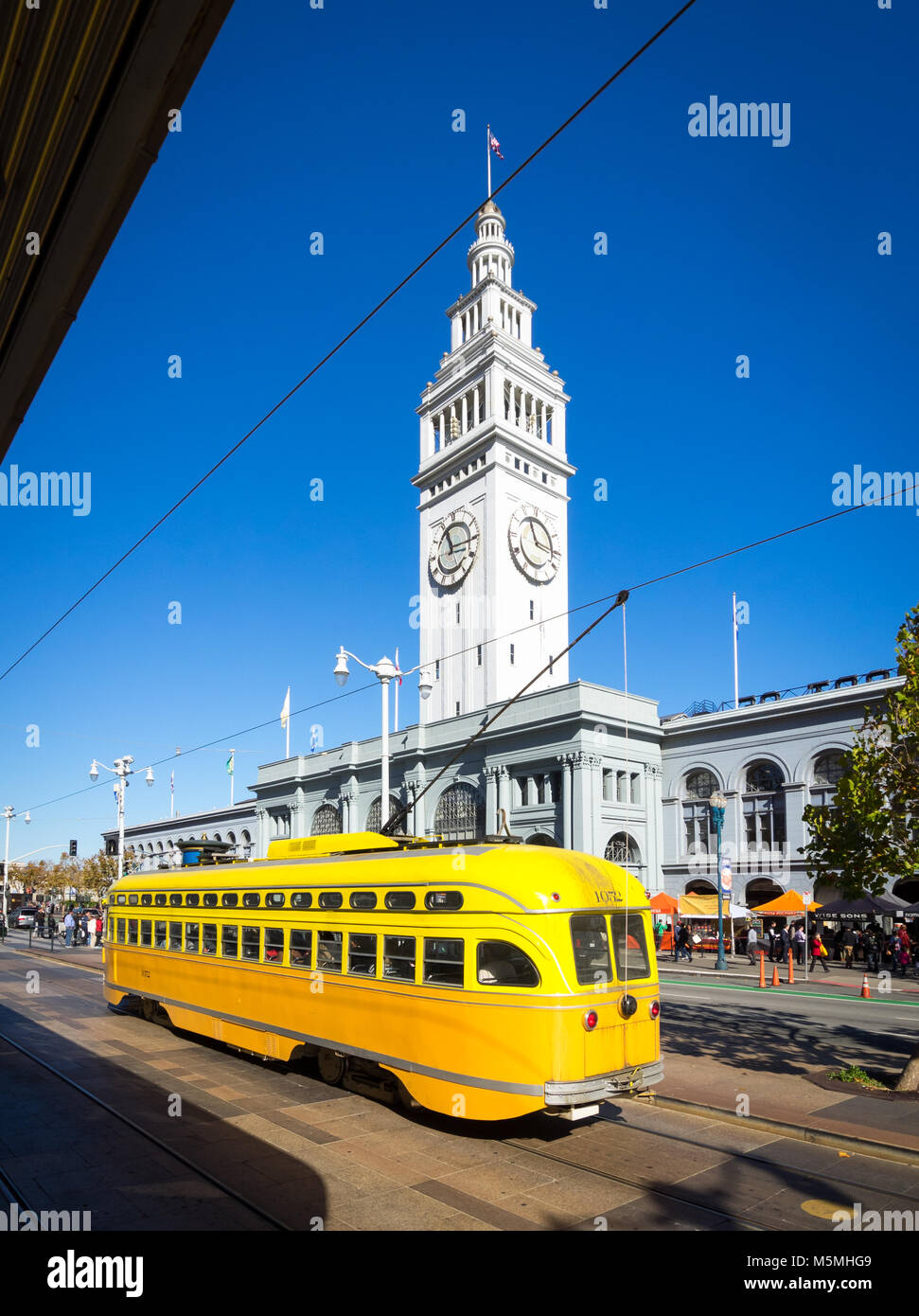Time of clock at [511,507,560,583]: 11:16
